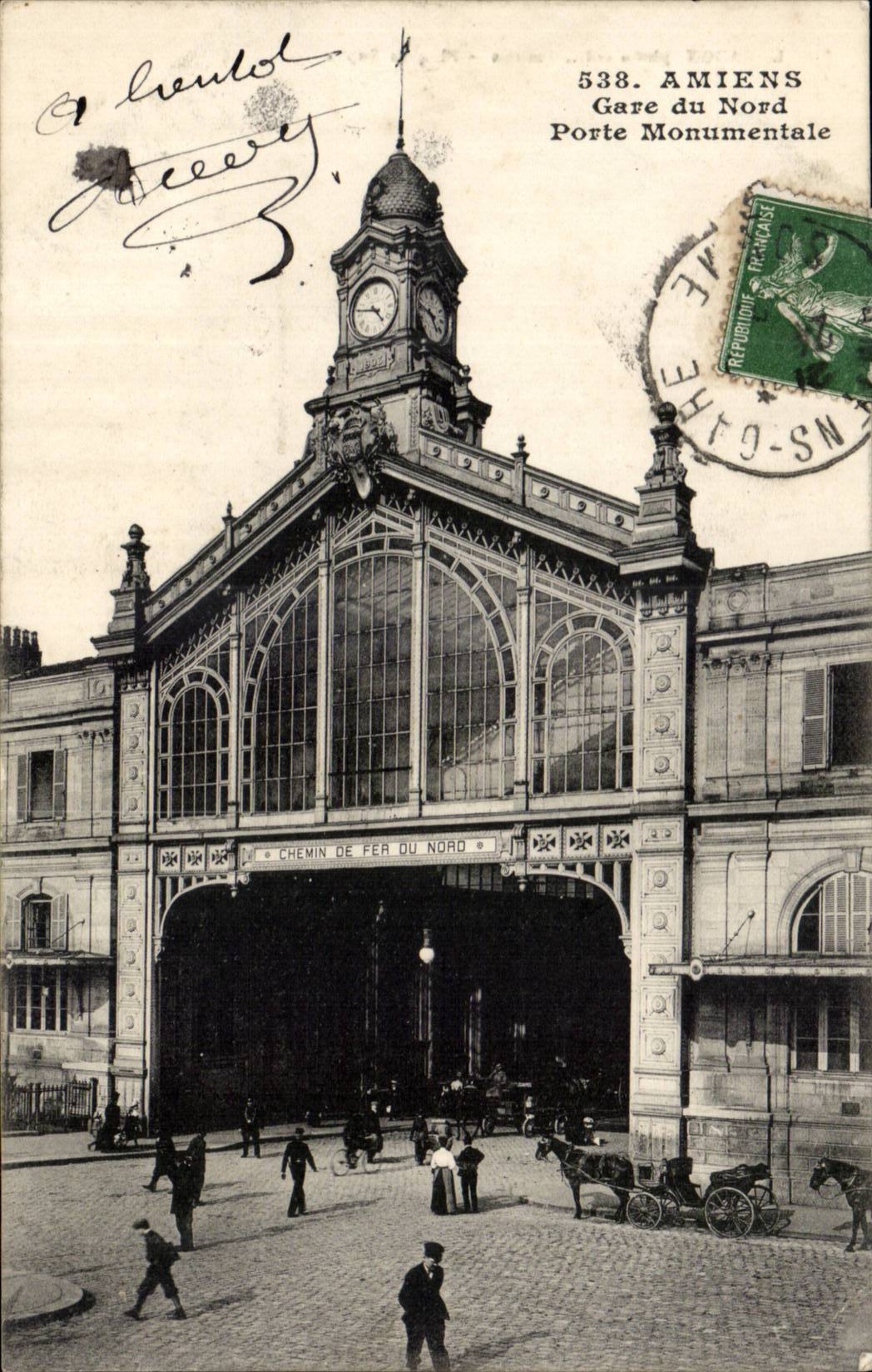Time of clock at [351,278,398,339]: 4:46
